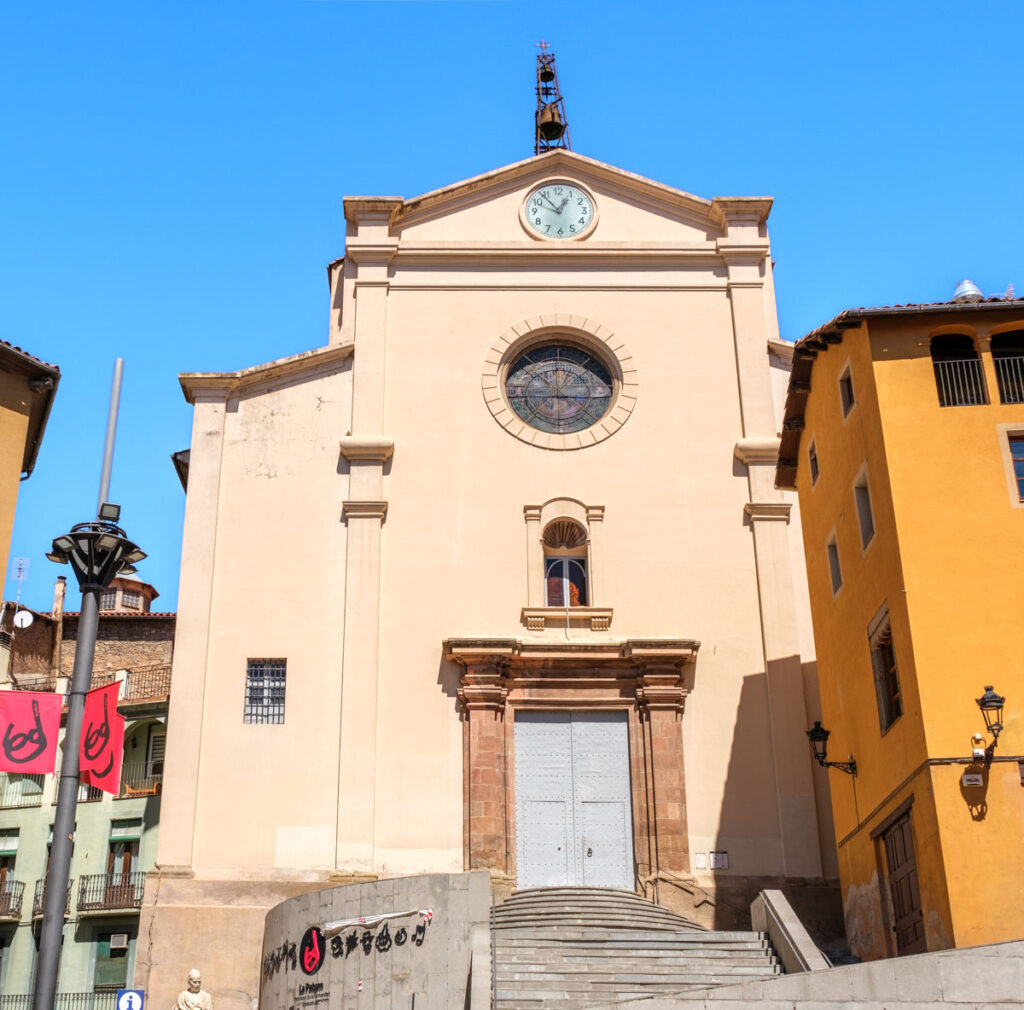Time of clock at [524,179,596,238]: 12:53
